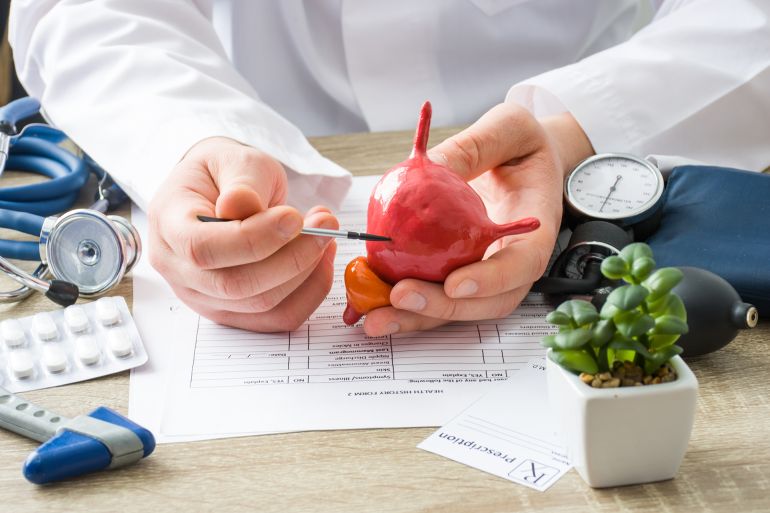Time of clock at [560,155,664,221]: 12:32
